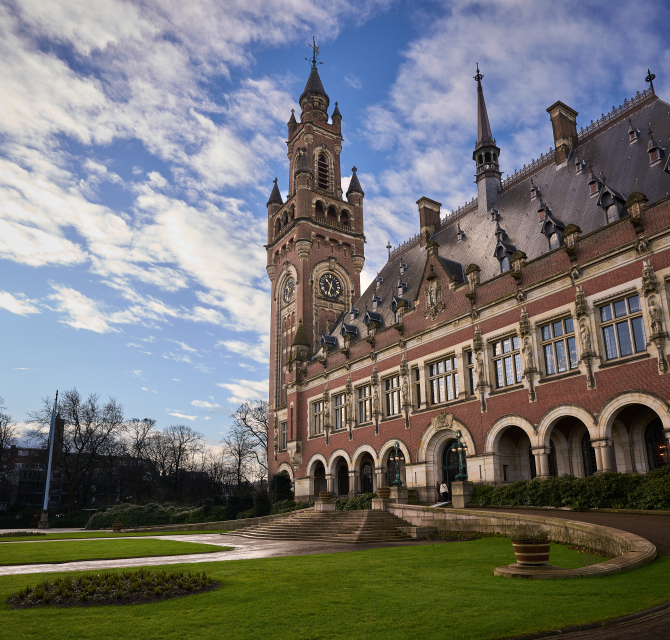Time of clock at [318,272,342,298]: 10:32
